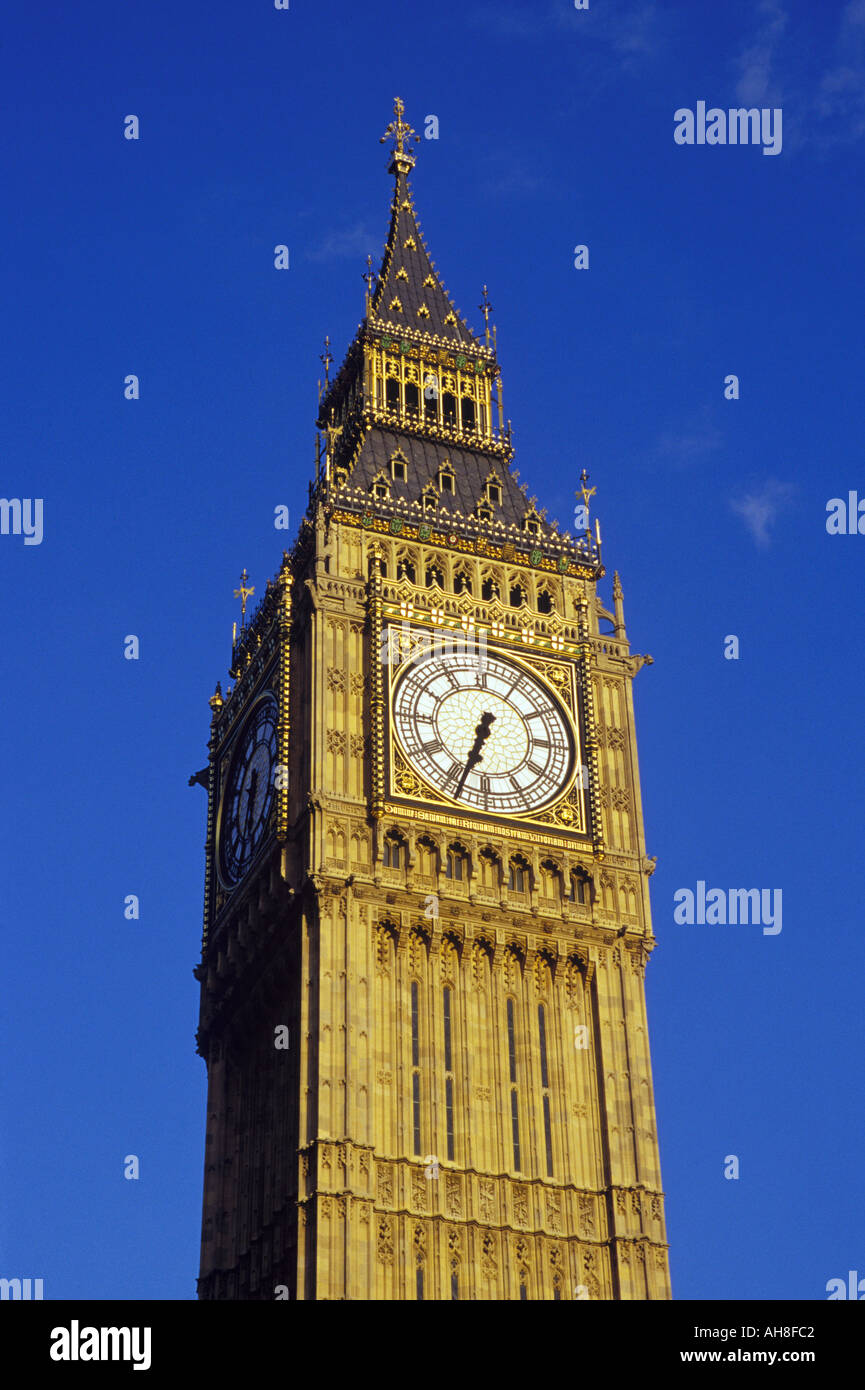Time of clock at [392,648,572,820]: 6:33
